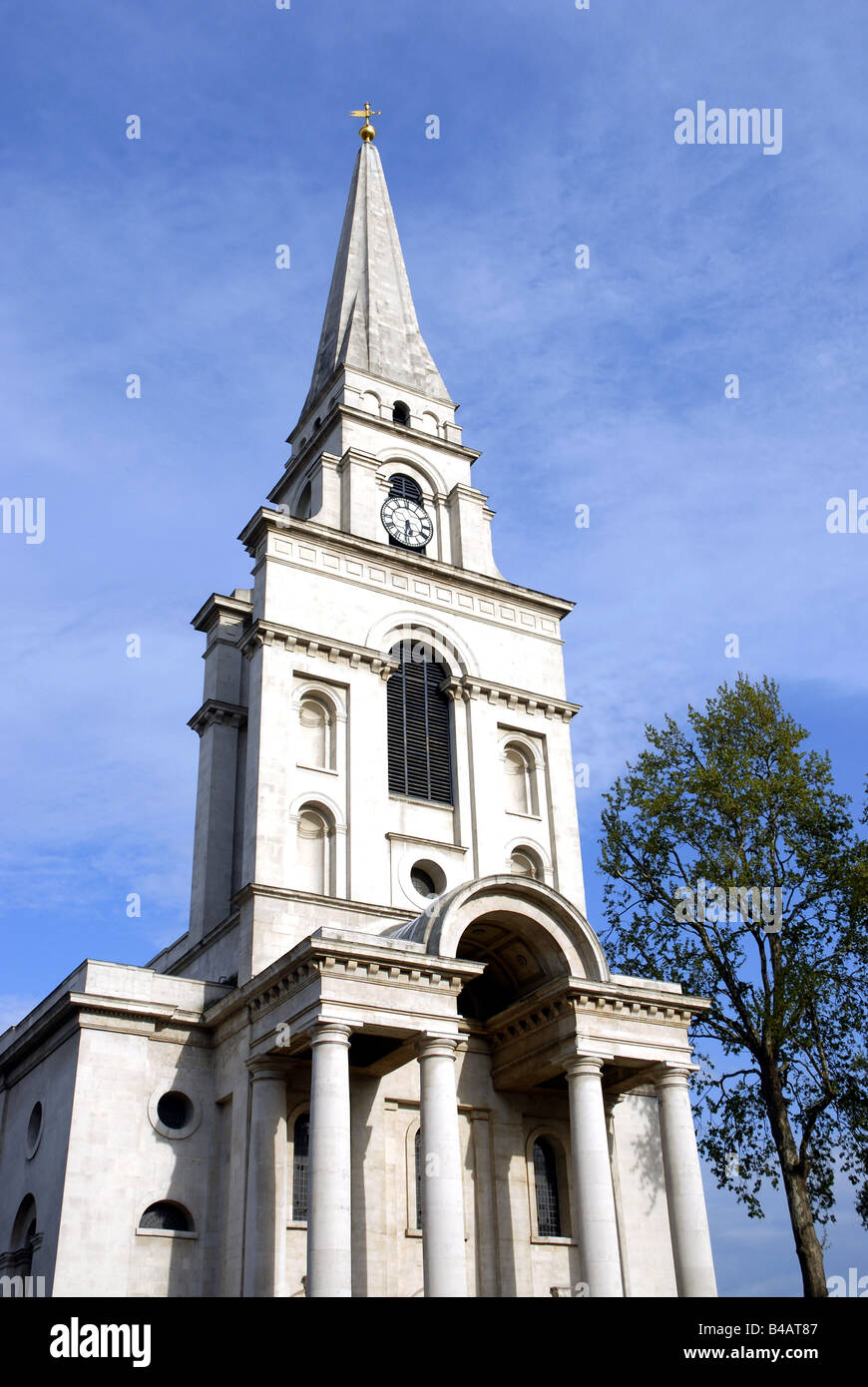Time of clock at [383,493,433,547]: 5:31
